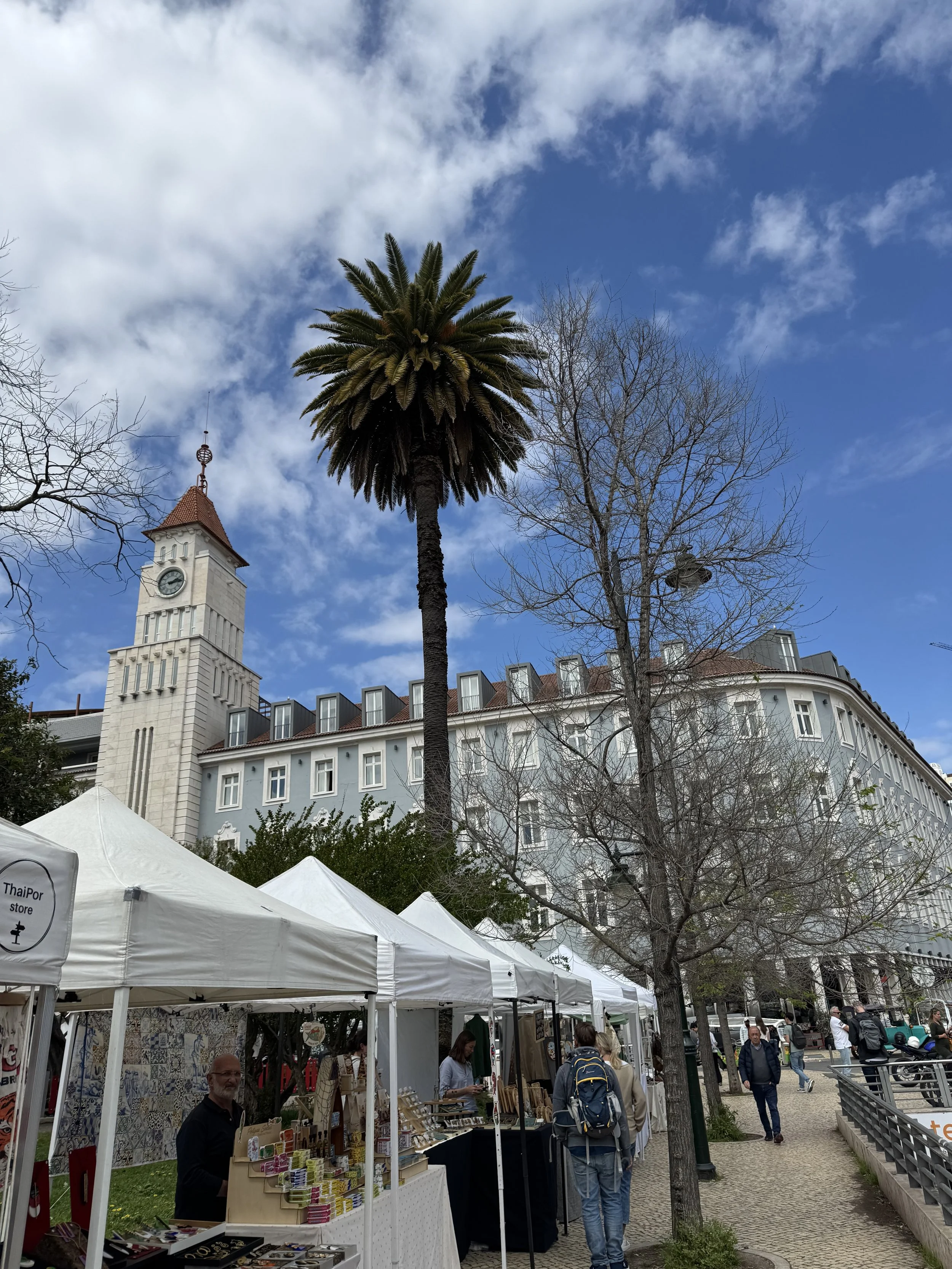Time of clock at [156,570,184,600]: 2:14
